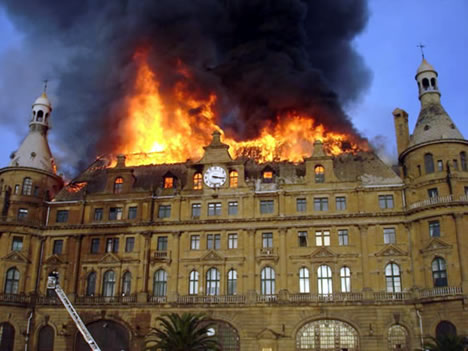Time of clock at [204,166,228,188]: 3:17
